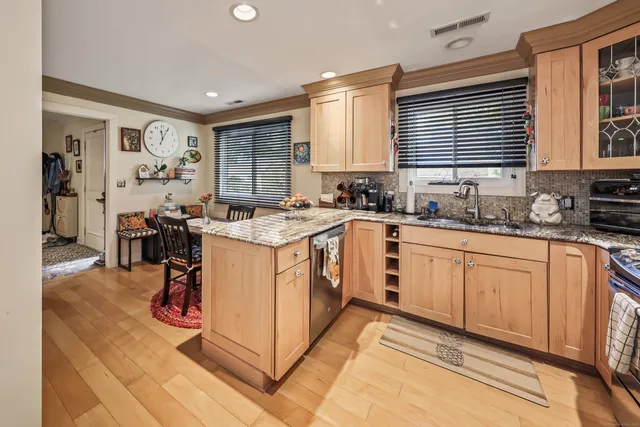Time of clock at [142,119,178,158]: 12:04
